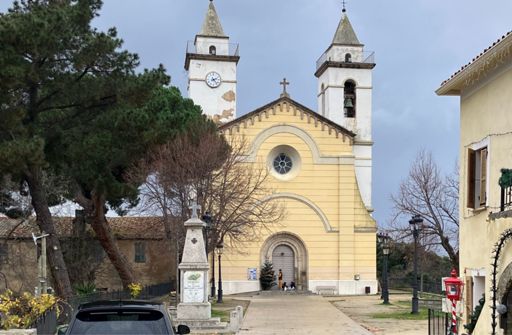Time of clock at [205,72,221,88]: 2:23
